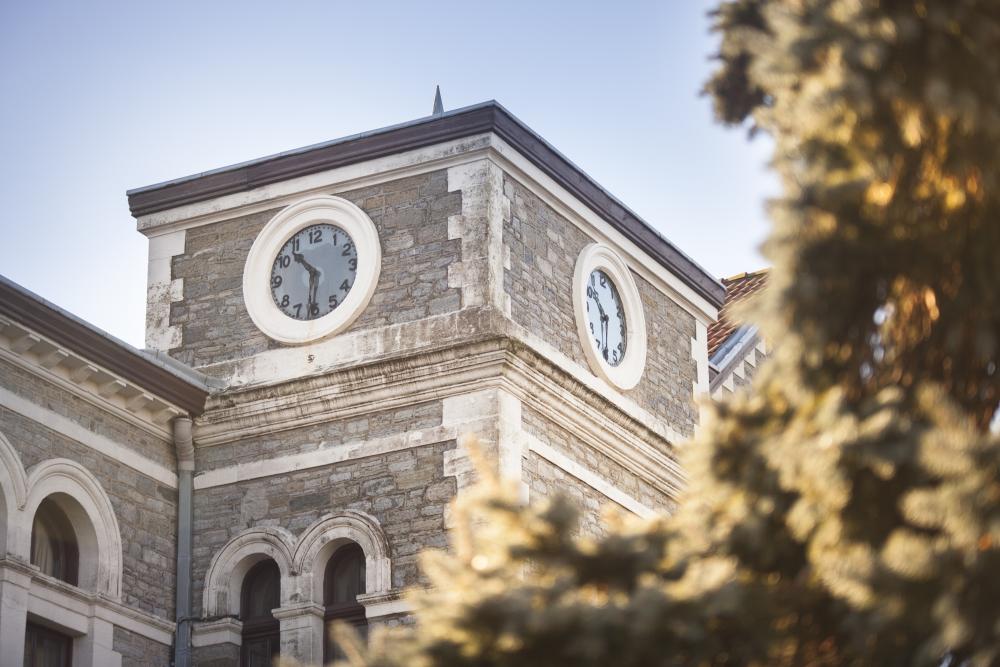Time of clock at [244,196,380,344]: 10:31
